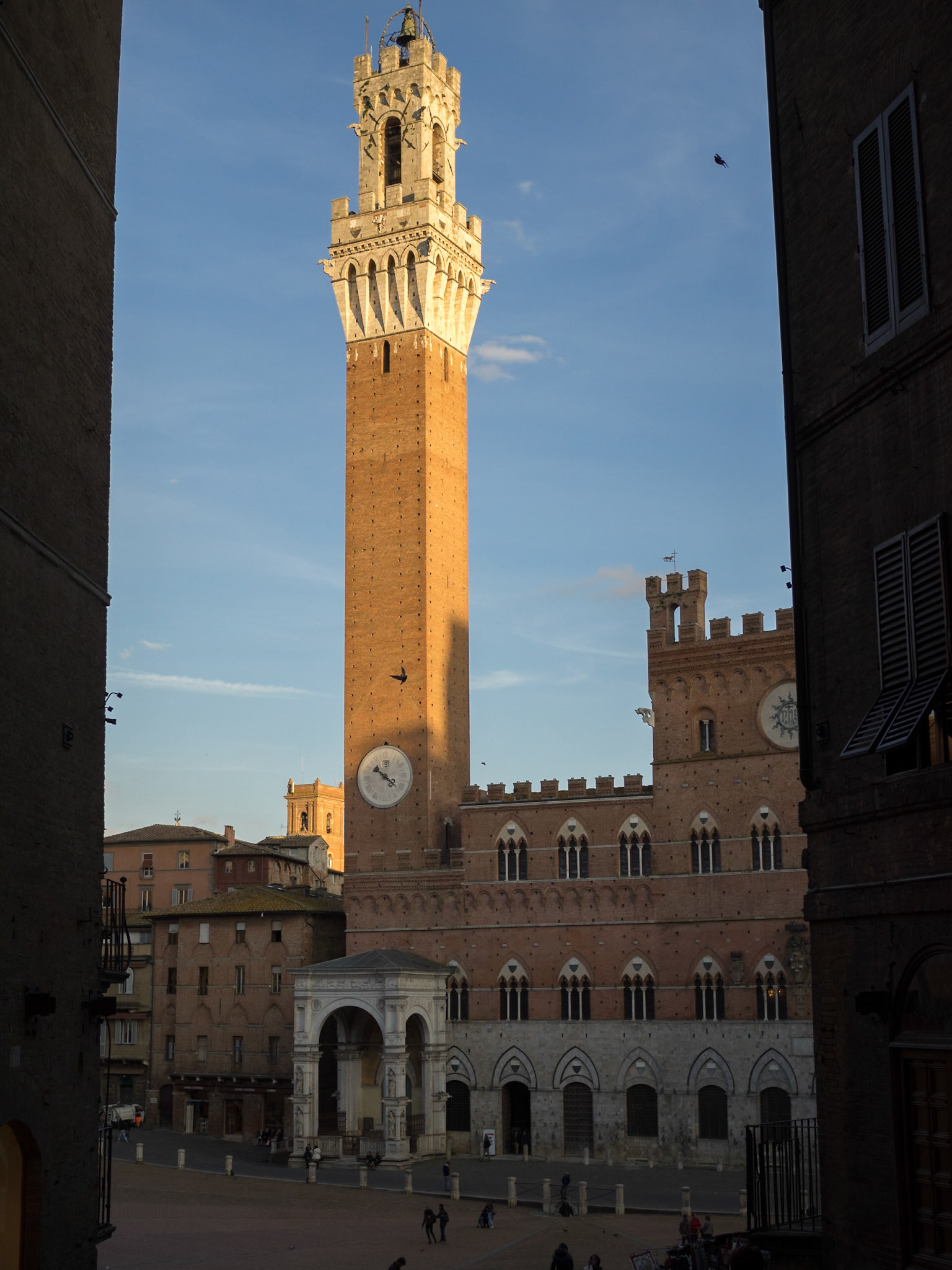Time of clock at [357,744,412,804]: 10:21
